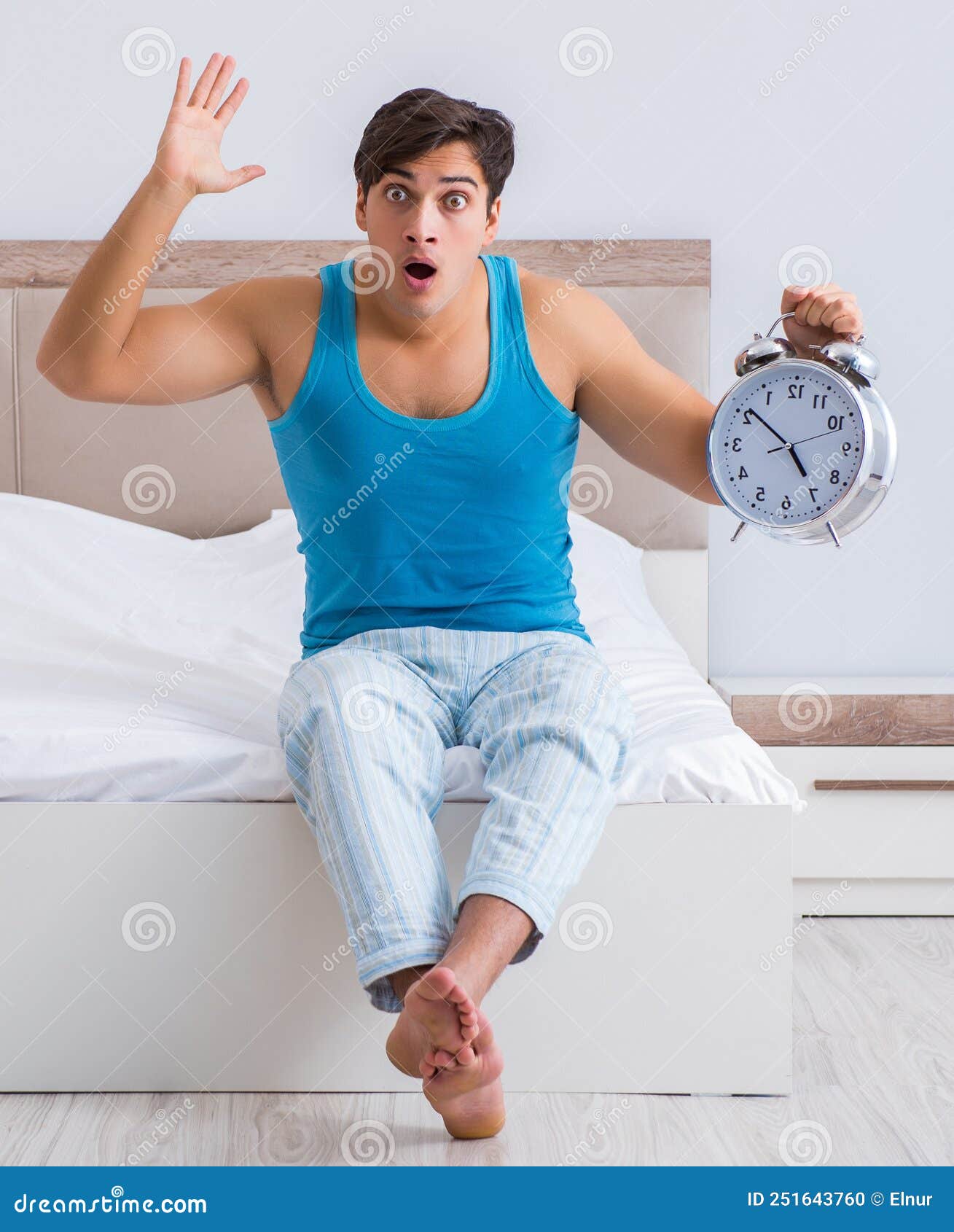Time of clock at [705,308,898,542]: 4:51
